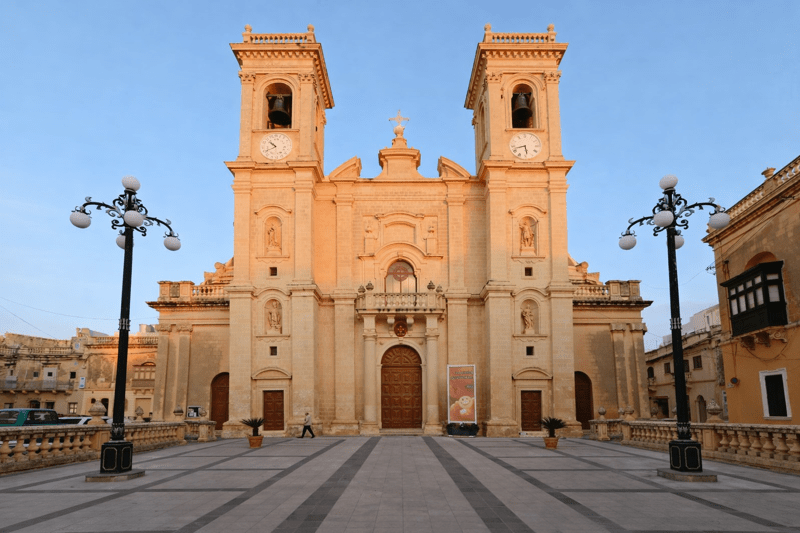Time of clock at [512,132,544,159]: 5:42
